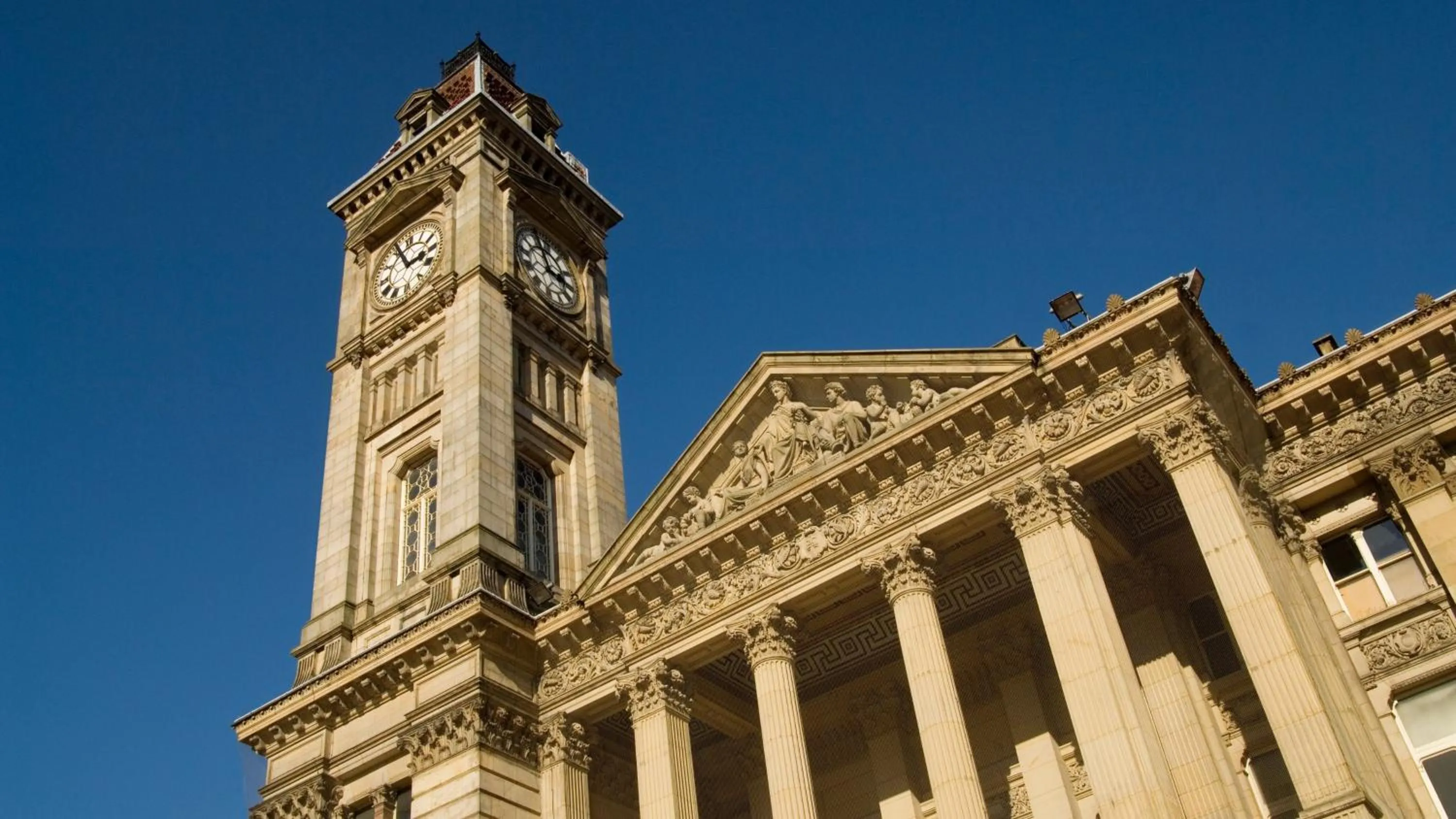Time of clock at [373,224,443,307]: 2:56
